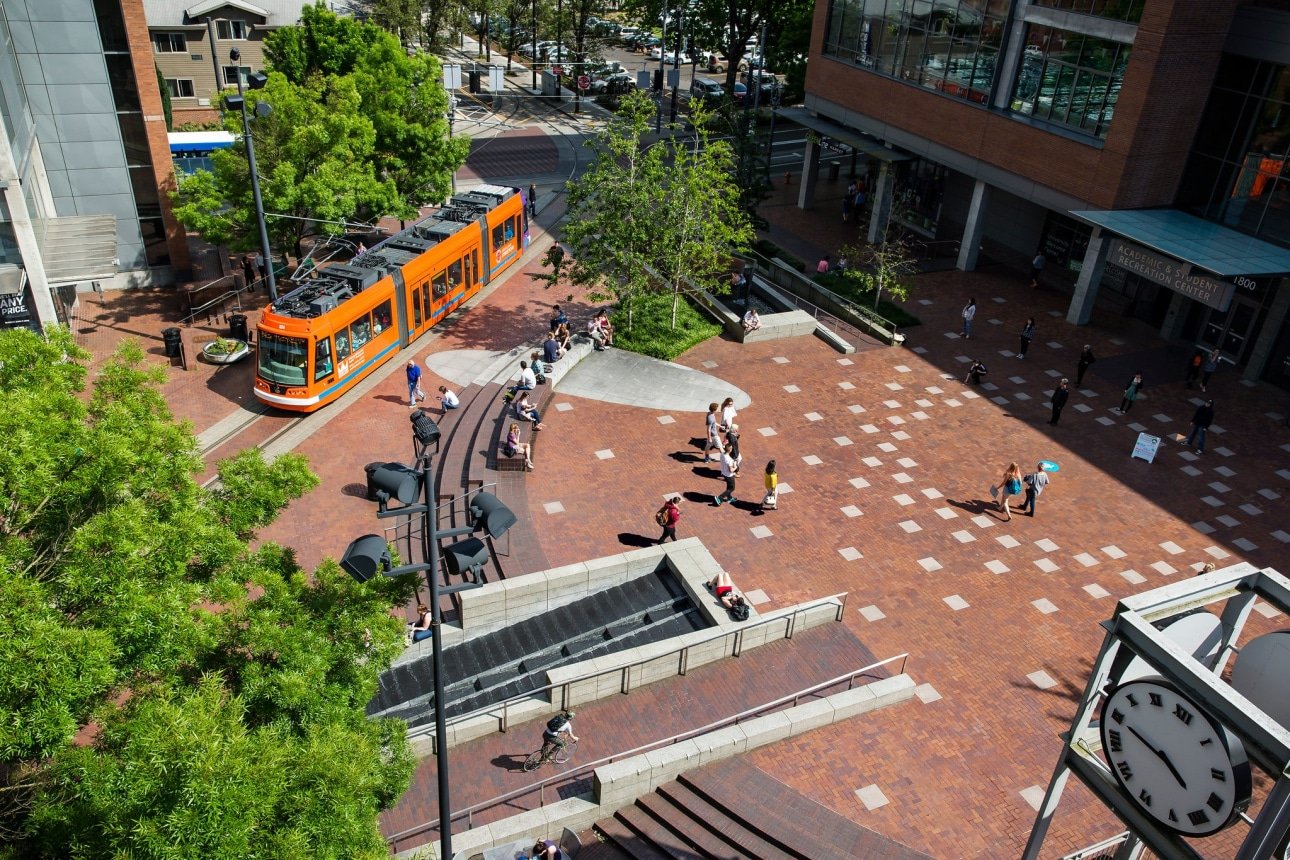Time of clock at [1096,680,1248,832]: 4:49
